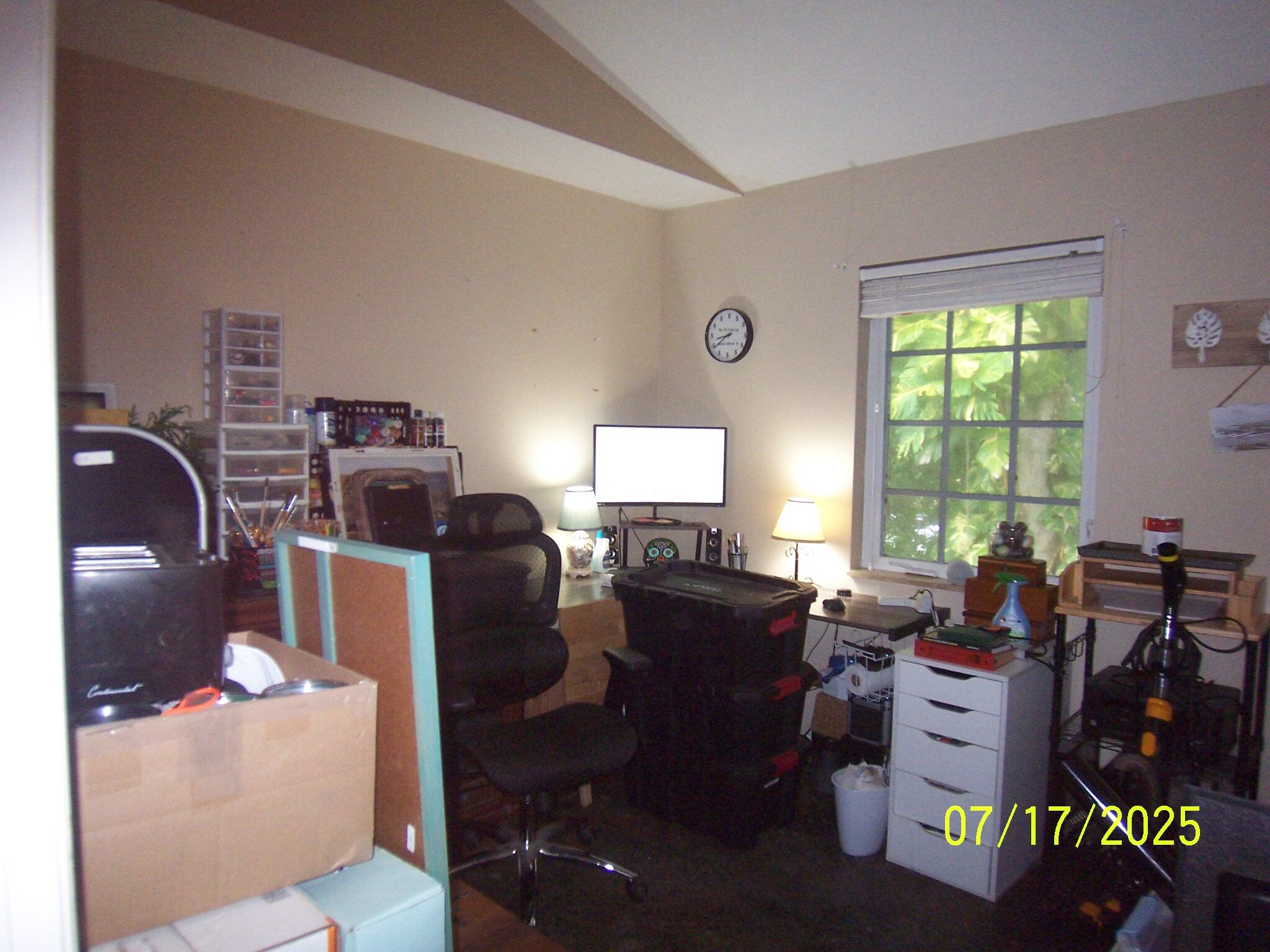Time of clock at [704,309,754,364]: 8:39
